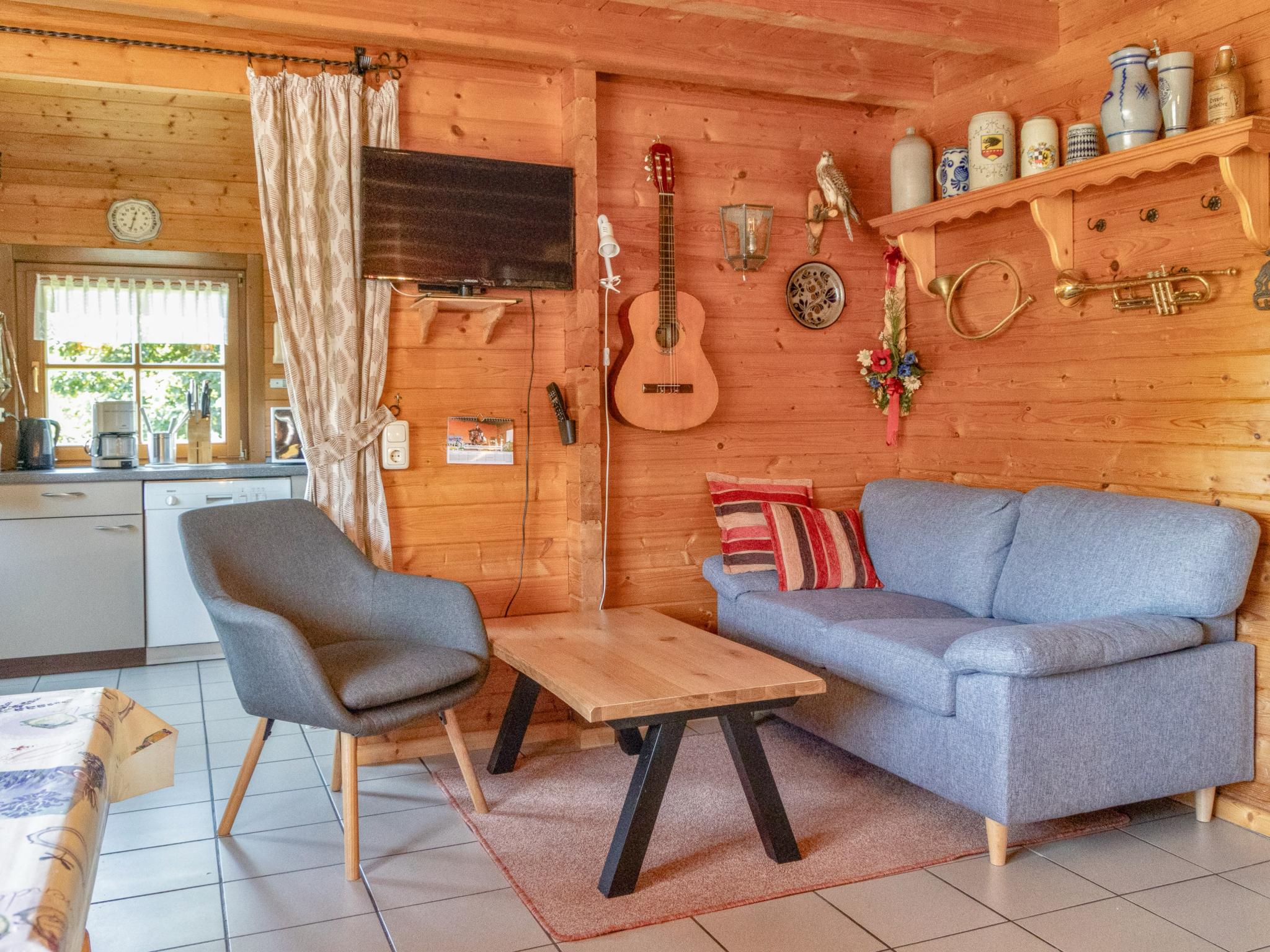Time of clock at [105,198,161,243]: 12:32
